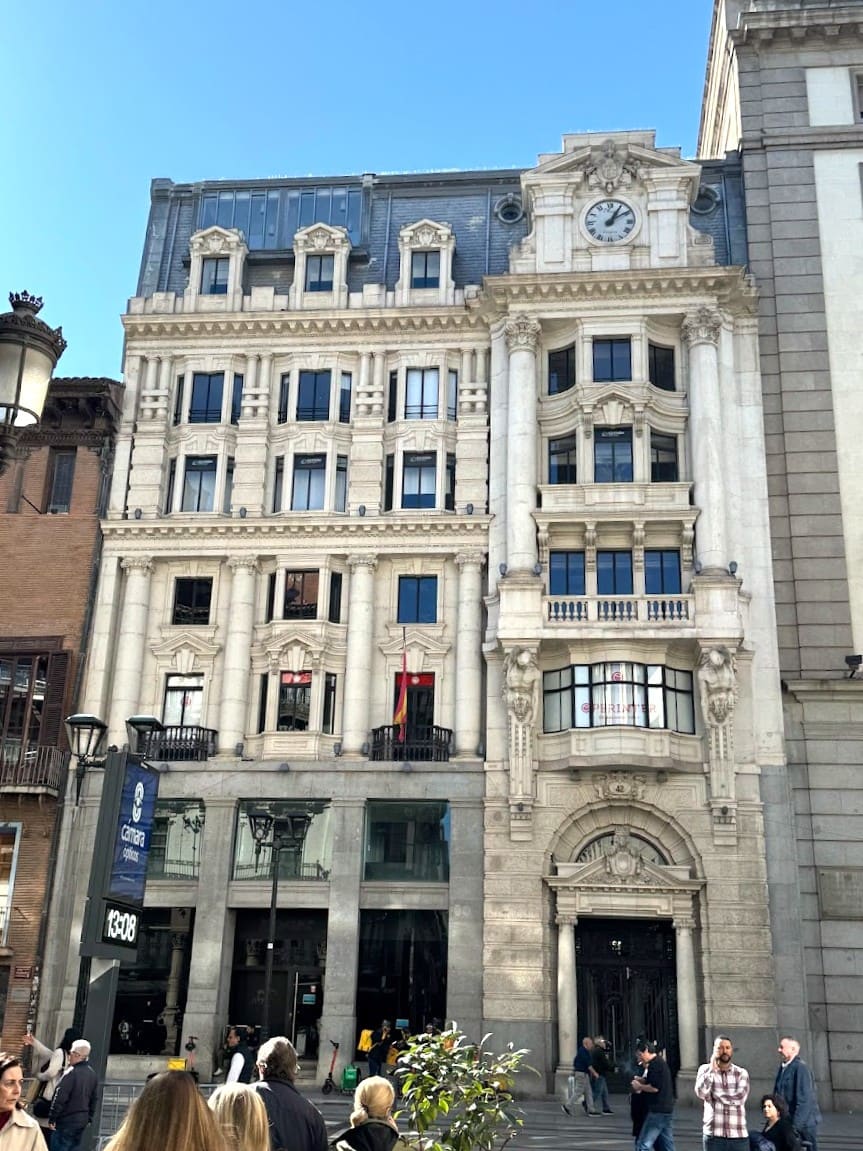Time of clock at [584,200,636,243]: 1:09
